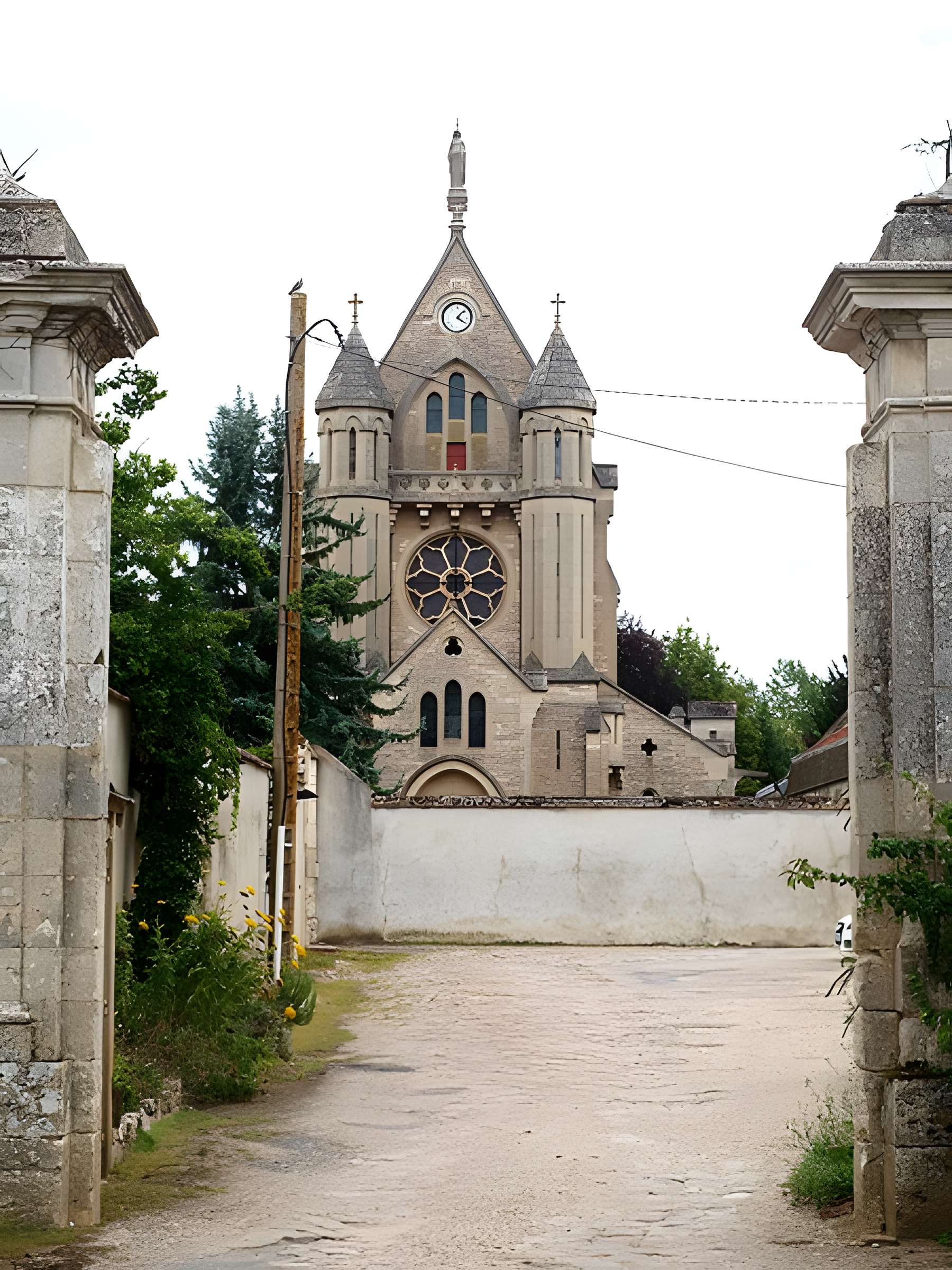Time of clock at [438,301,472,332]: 4:07
